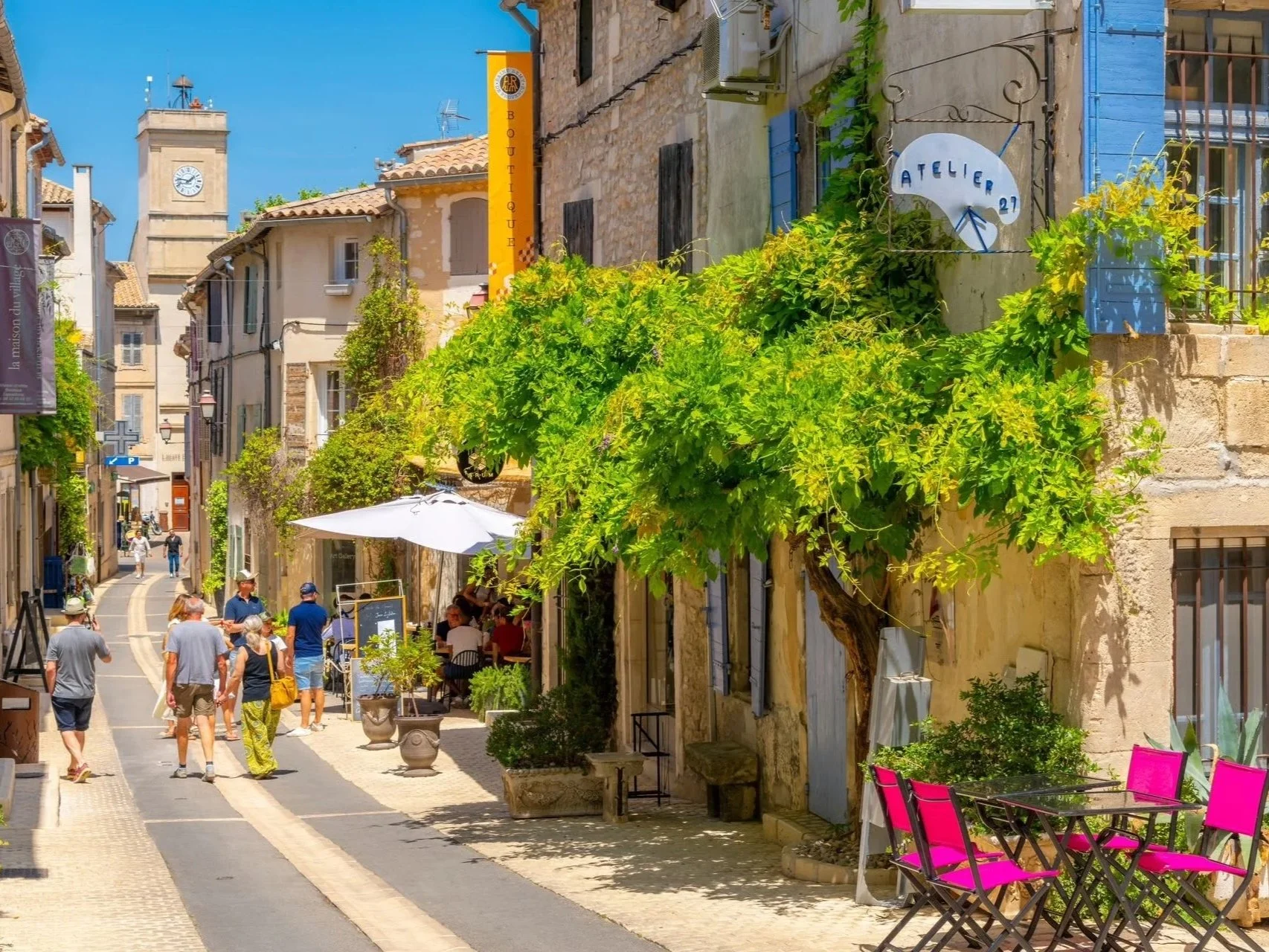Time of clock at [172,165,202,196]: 1:46
